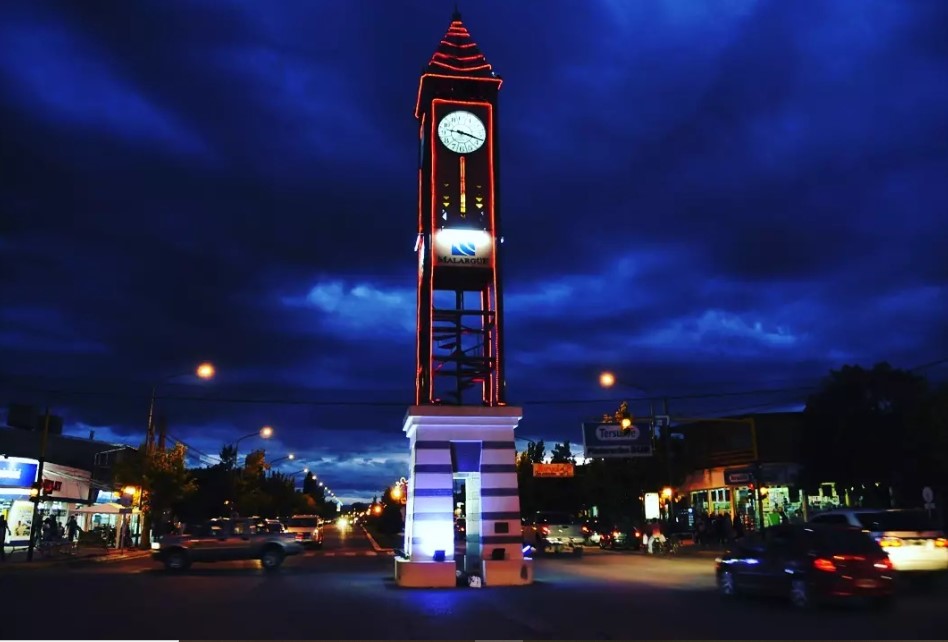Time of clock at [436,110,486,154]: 9:17
